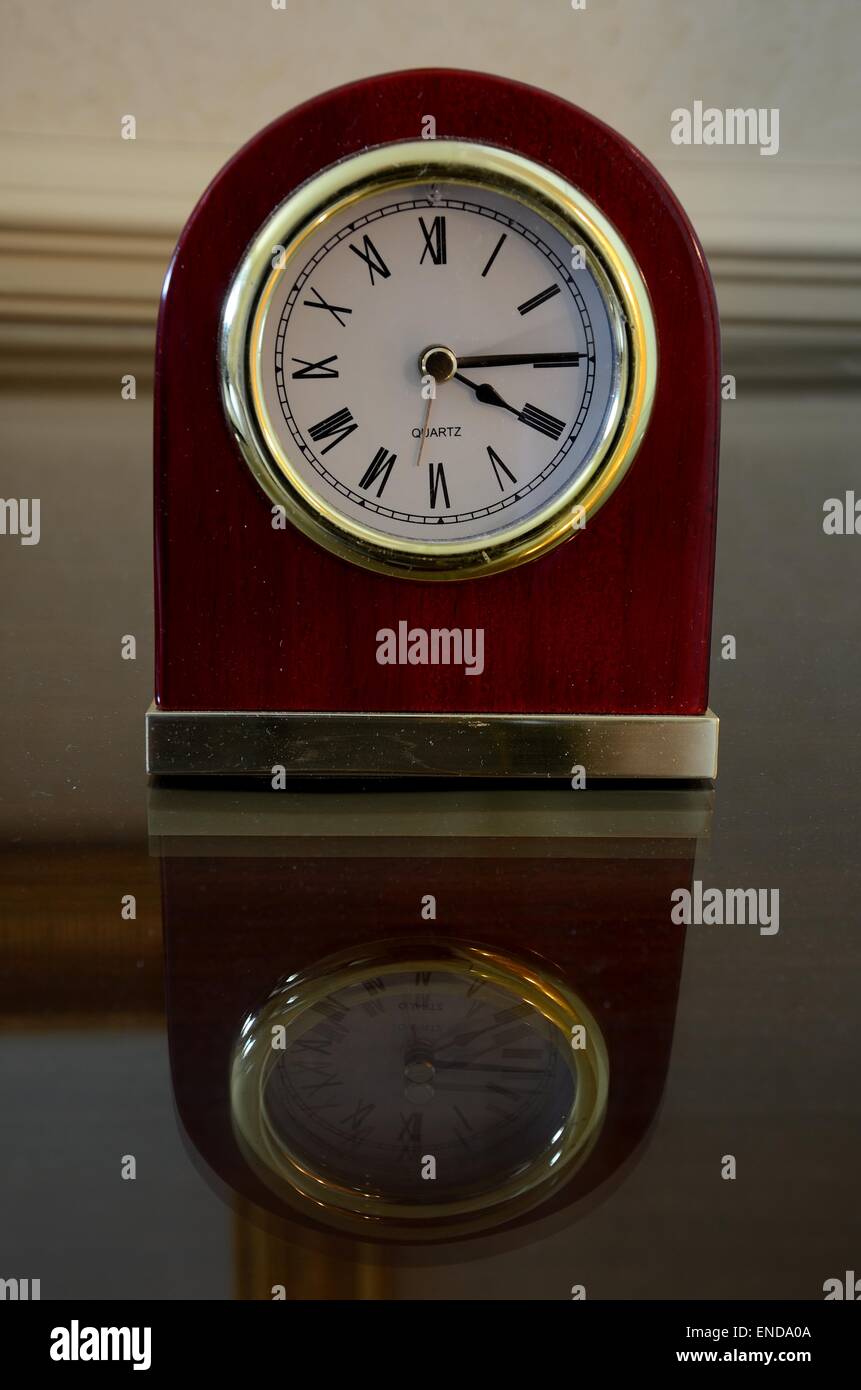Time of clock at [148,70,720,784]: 4:14
